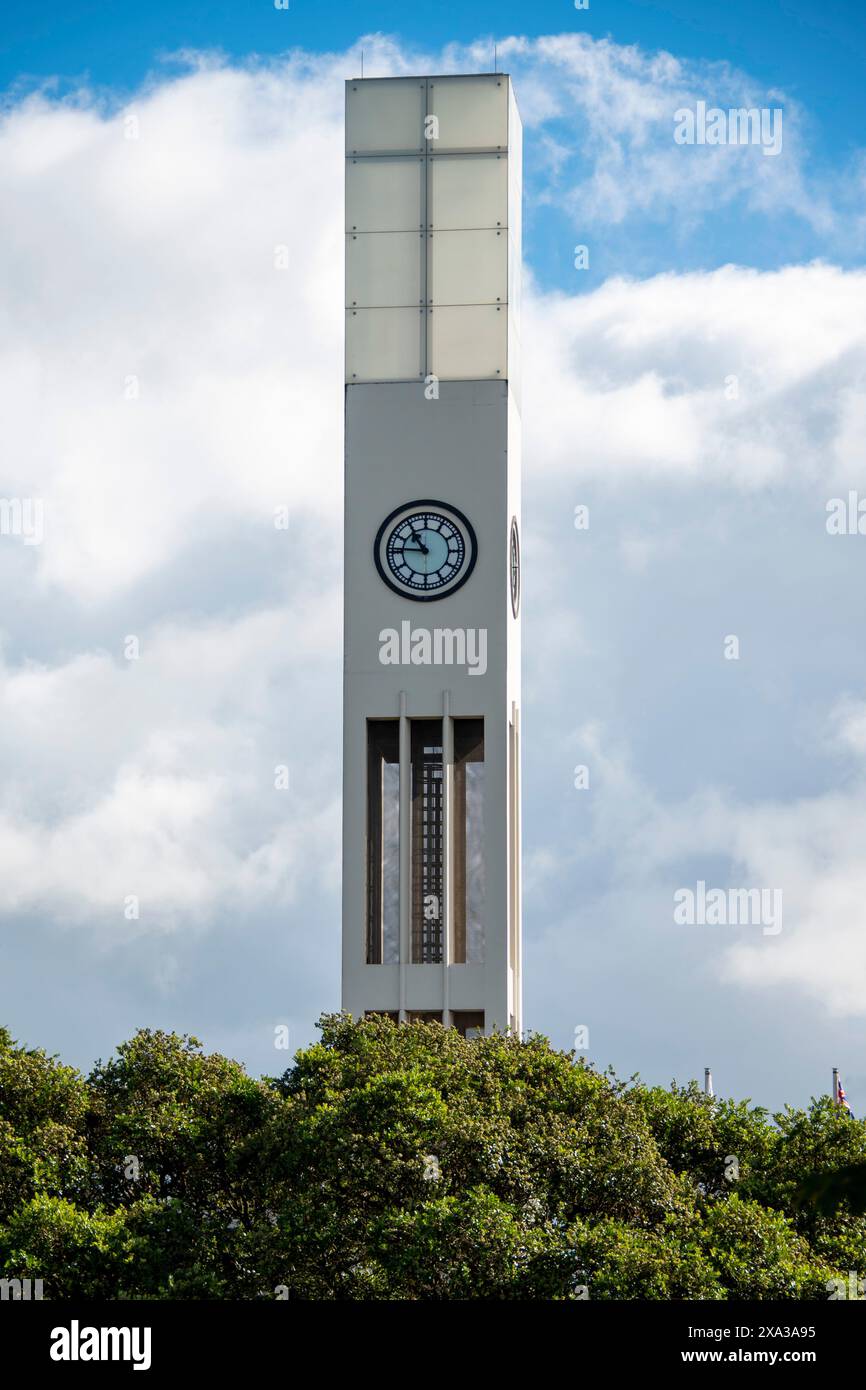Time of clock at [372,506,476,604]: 10:45
